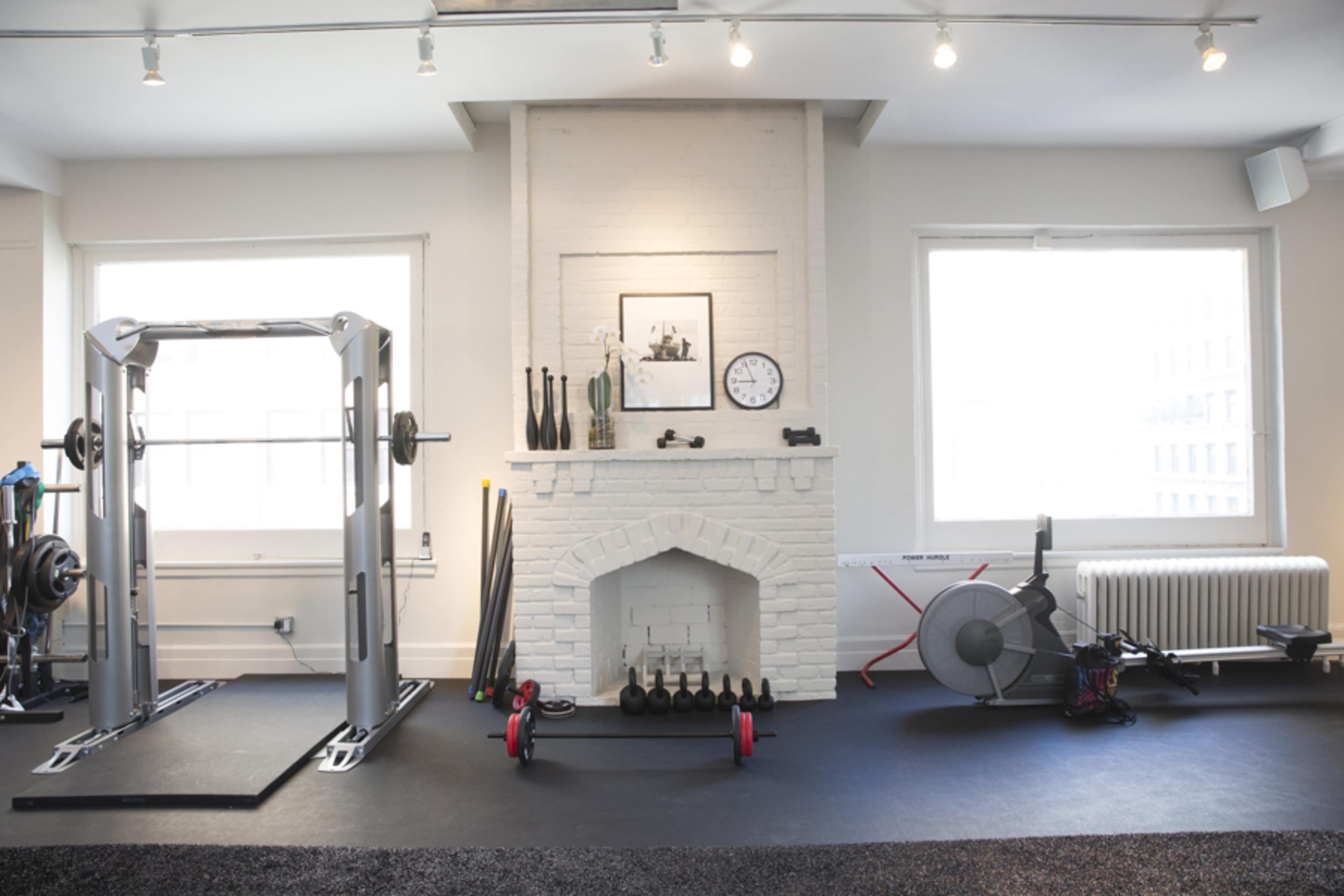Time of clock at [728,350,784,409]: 8:56
